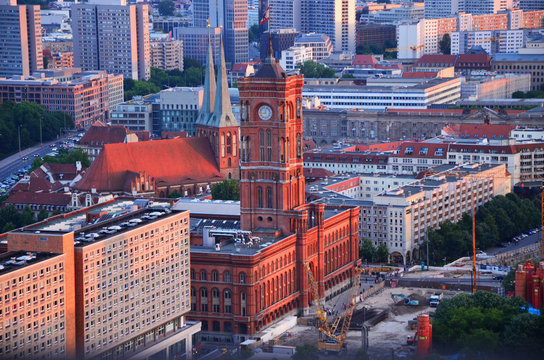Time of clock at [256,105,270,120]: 9:01
